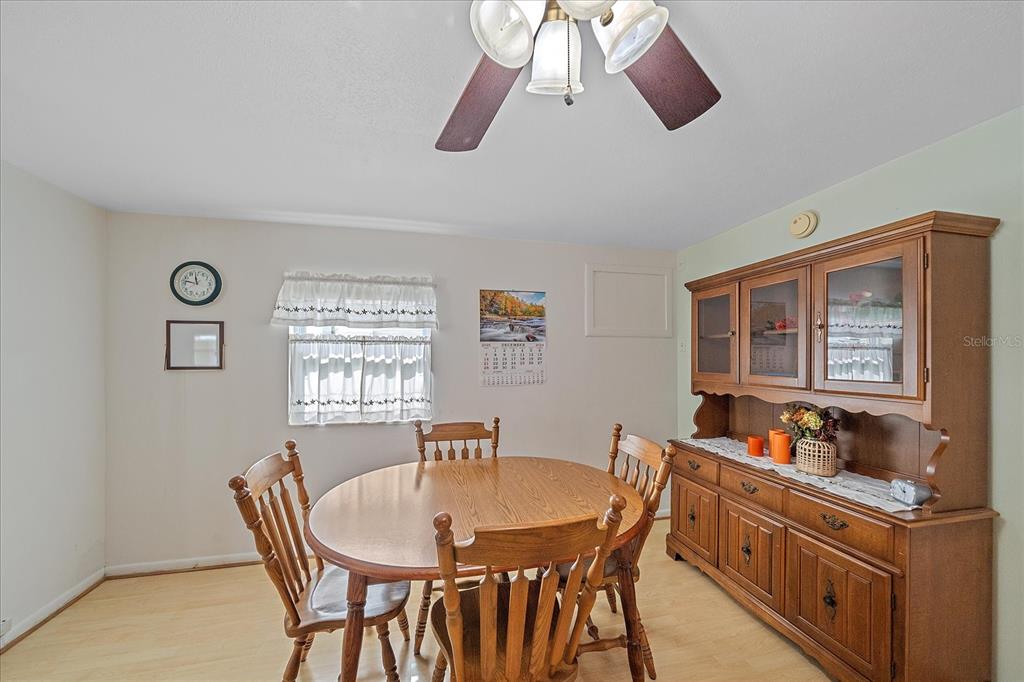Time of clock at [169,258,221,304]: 11:46
